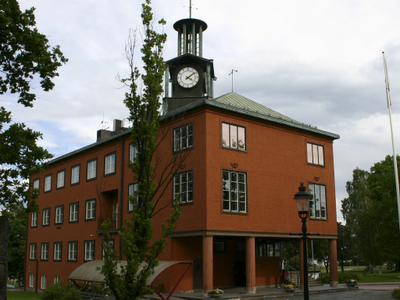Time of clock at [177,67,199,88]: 4:08
